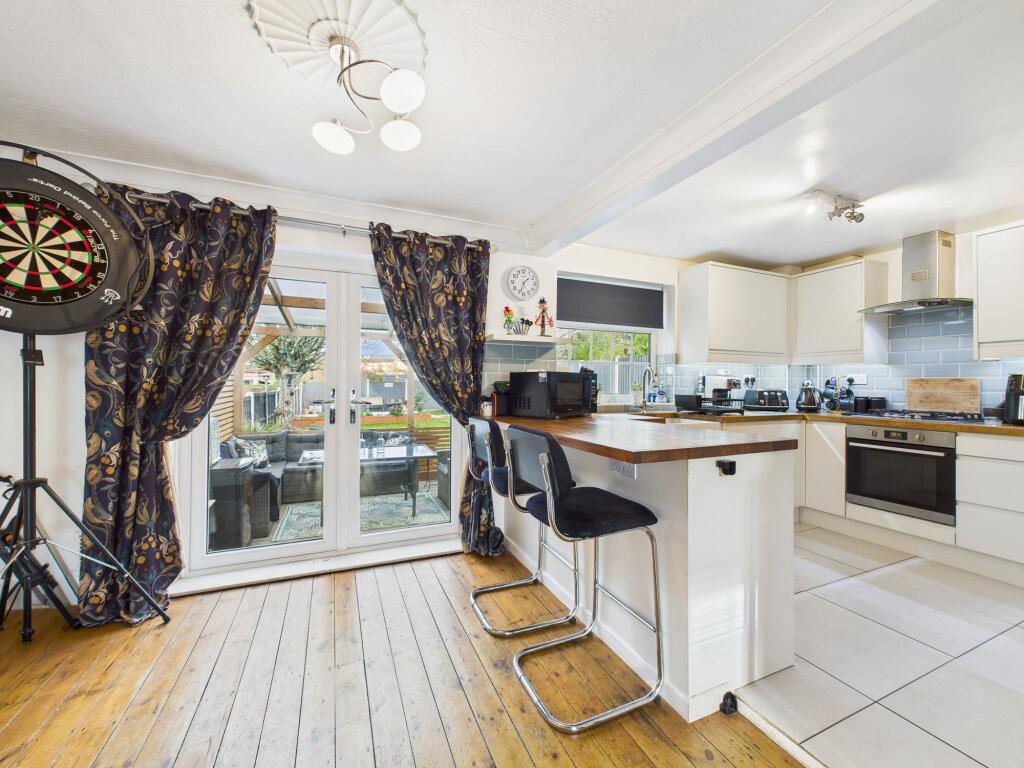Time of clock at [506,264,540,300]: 1:33
